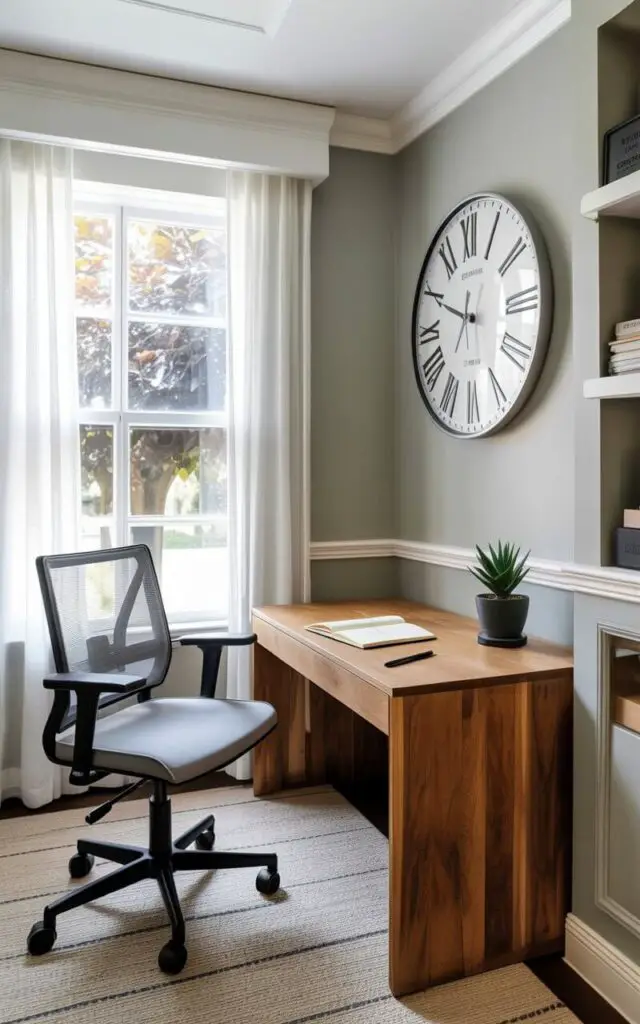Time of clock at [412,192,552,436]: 9:49
